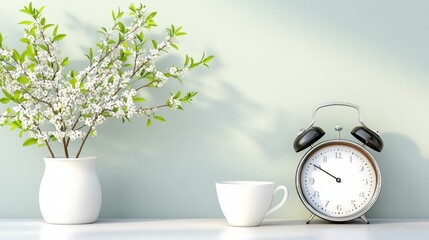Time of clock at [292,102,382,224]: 9:50
